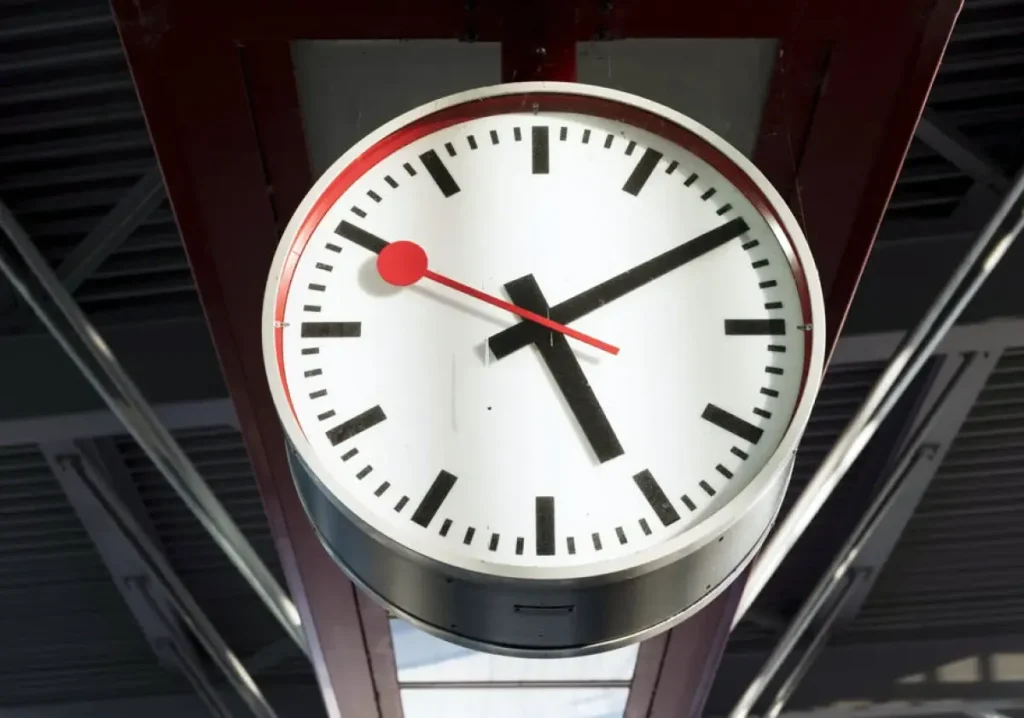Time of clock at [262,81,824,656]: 5:10
